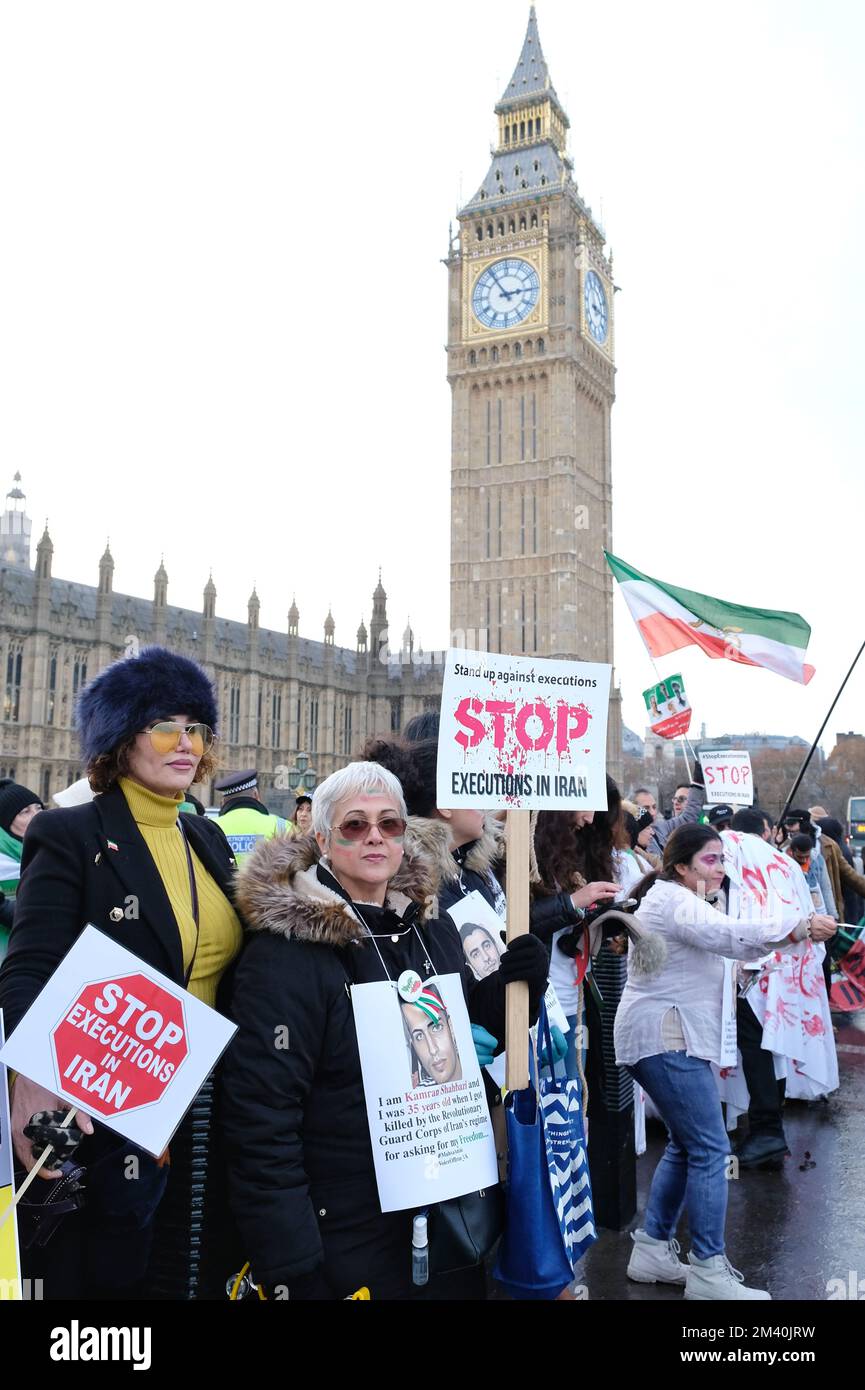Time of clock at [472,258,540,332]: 2:54
